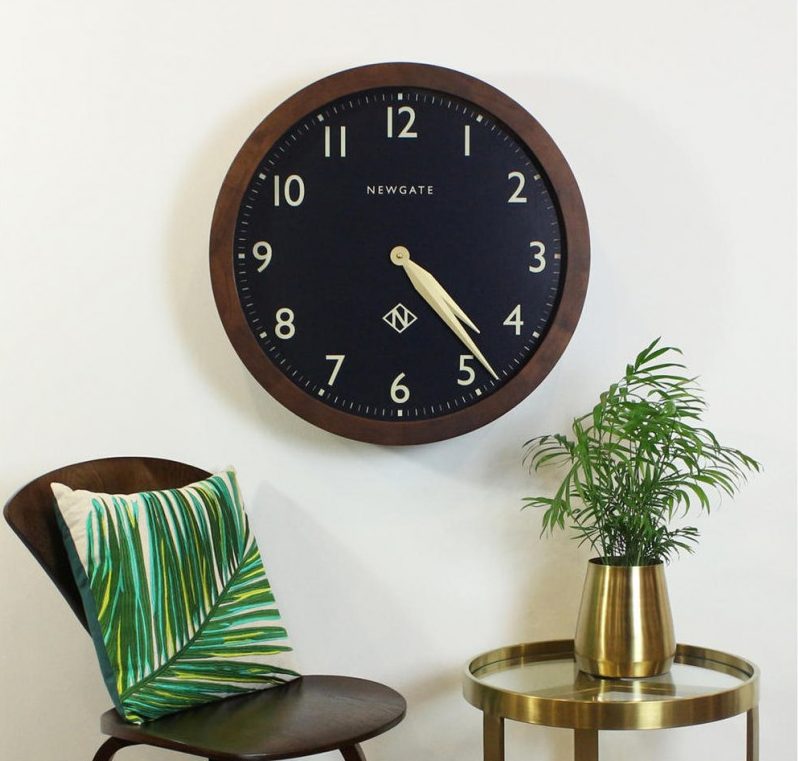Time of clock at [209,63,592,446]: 4:23
